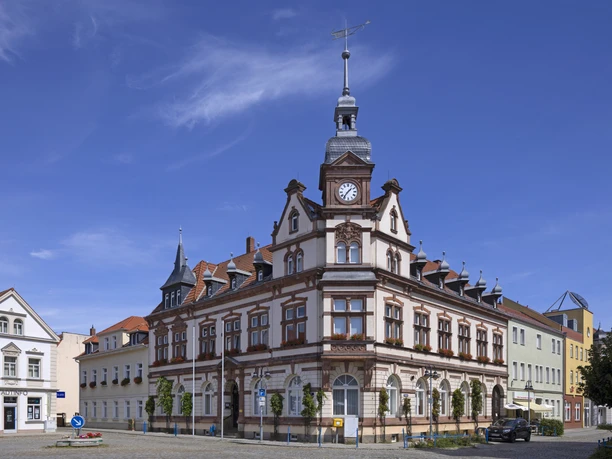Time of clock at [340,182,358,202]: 1:36
